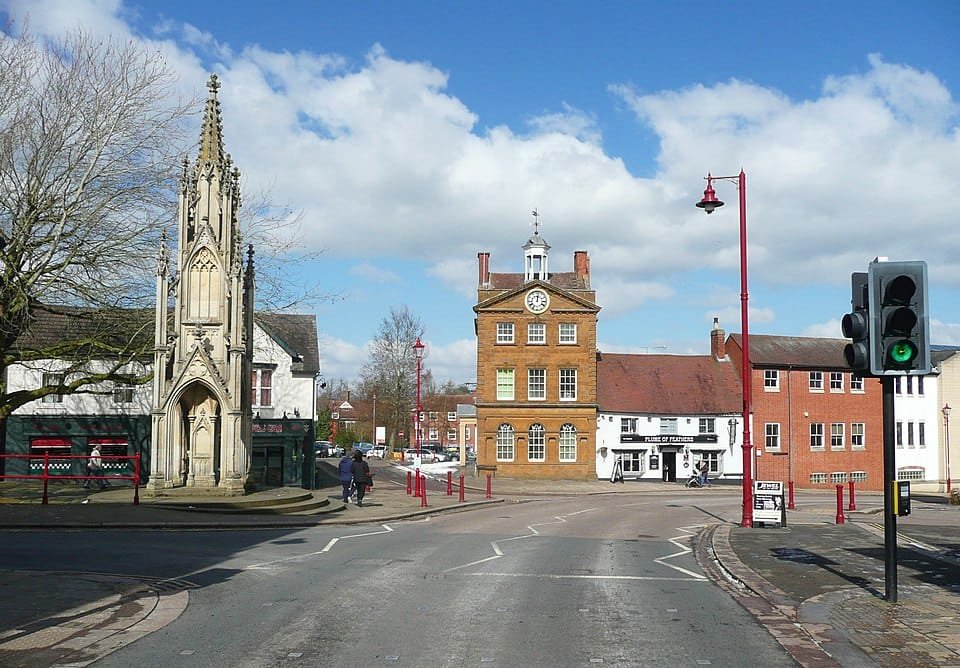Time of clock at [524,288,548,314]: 12:01
